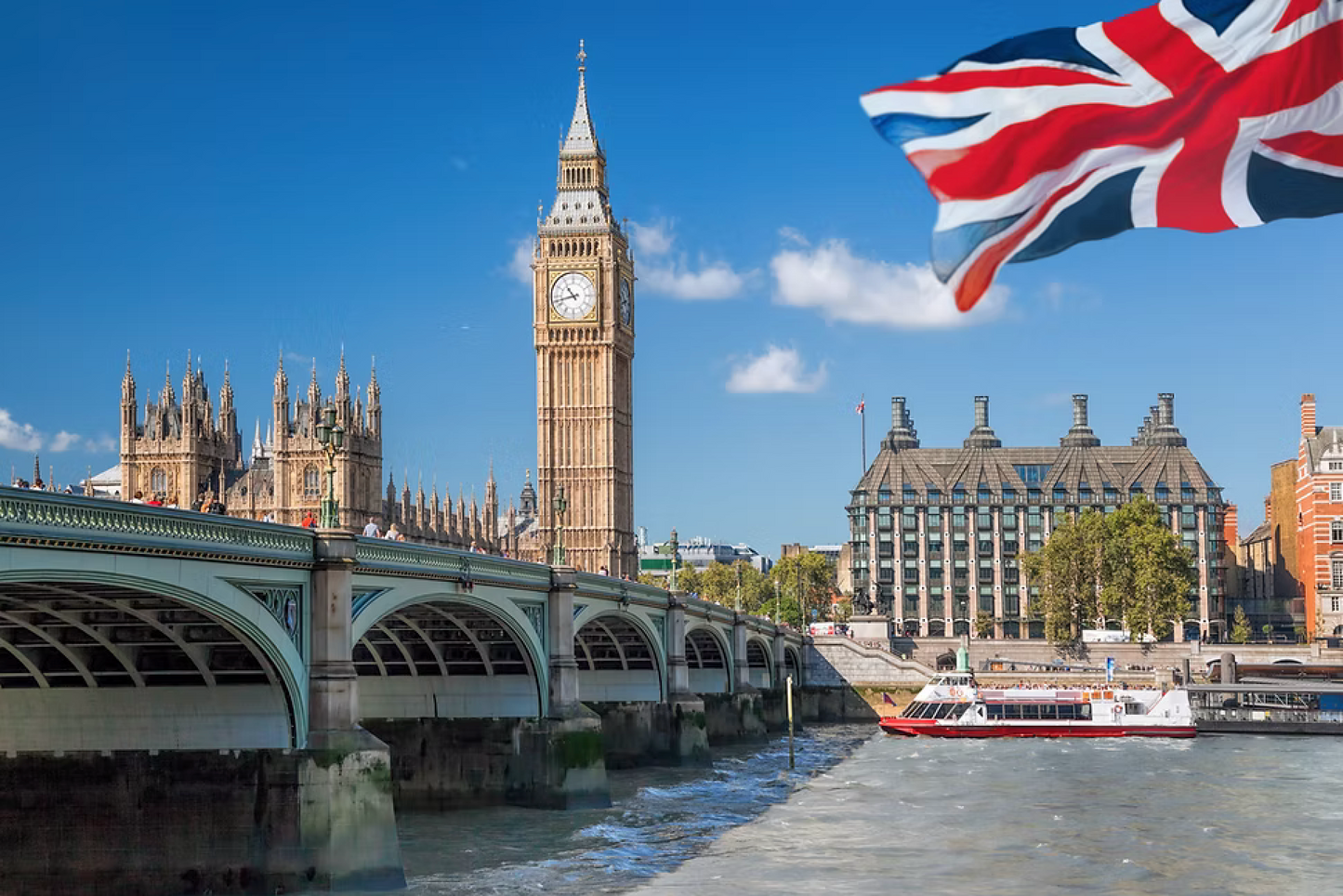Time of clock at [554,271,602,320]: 10:42
